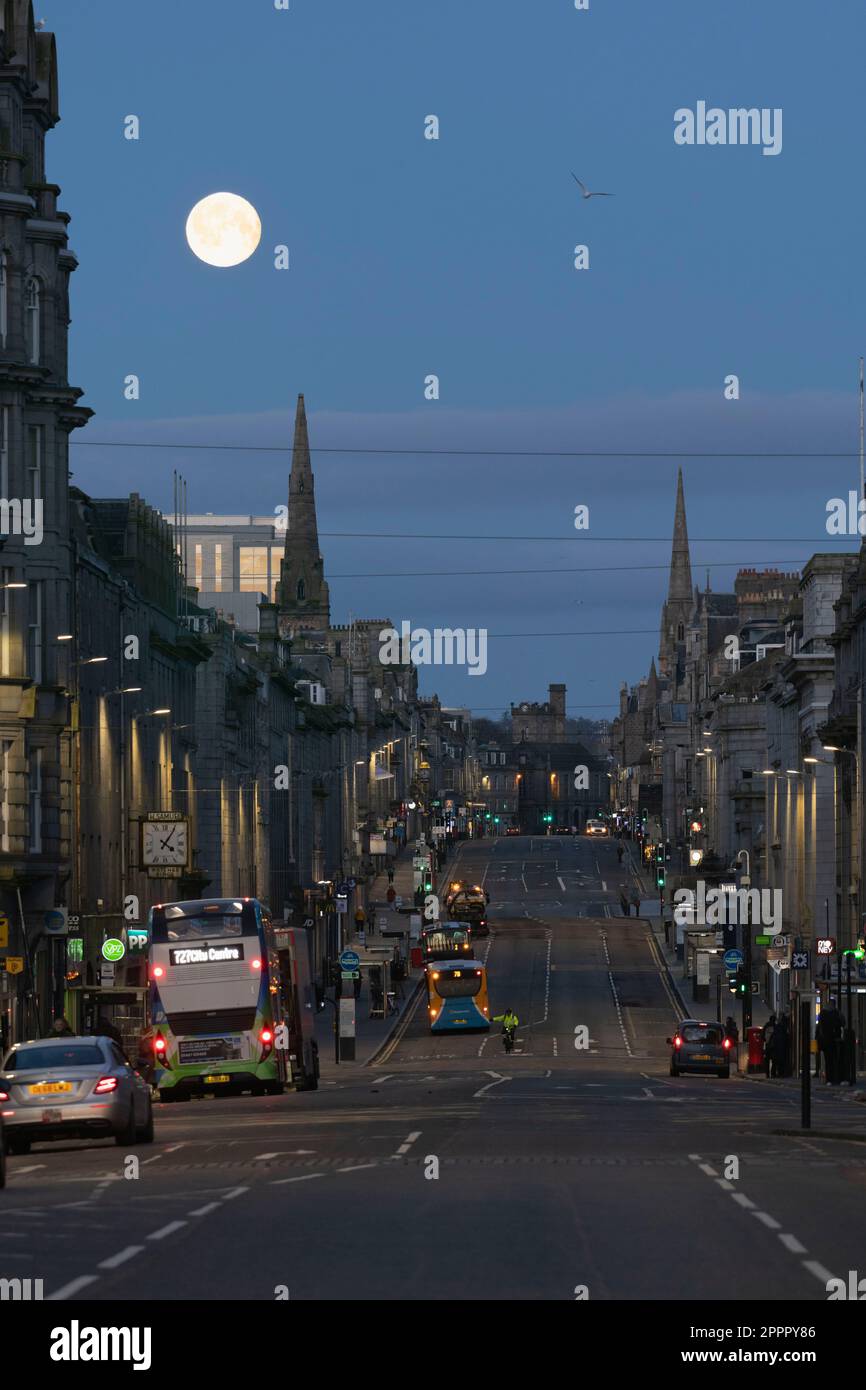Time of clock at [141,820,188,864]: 4:05
